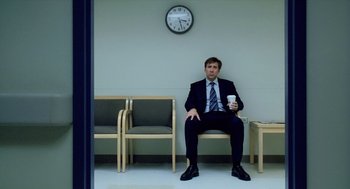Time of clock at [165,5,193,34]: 3:27
